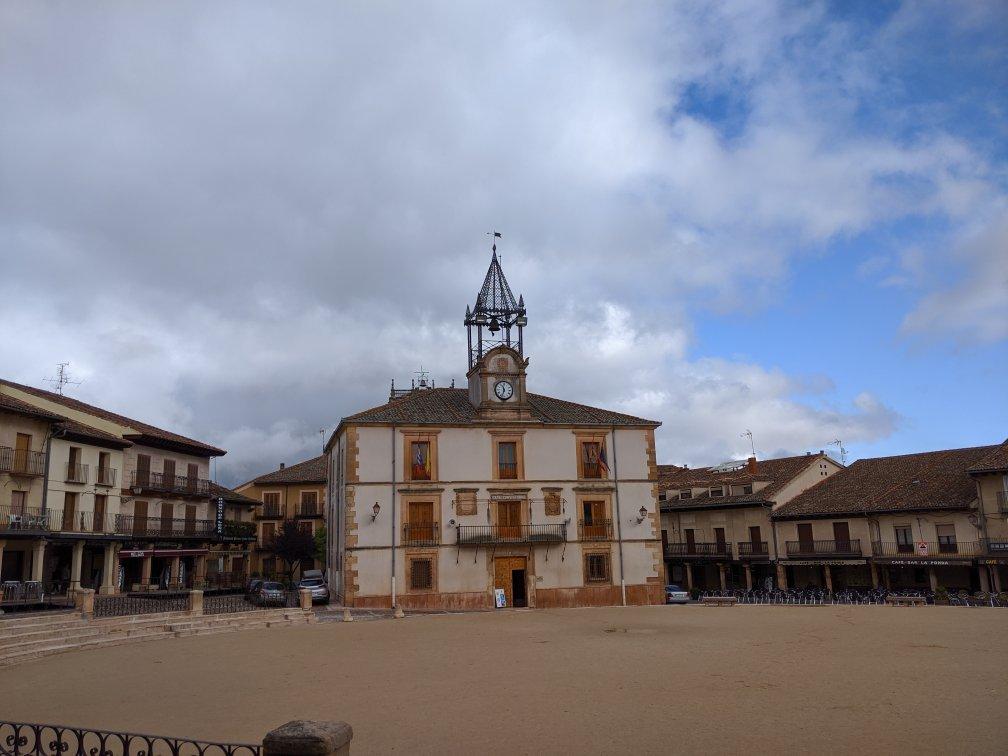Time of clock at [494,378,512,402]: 11:33
